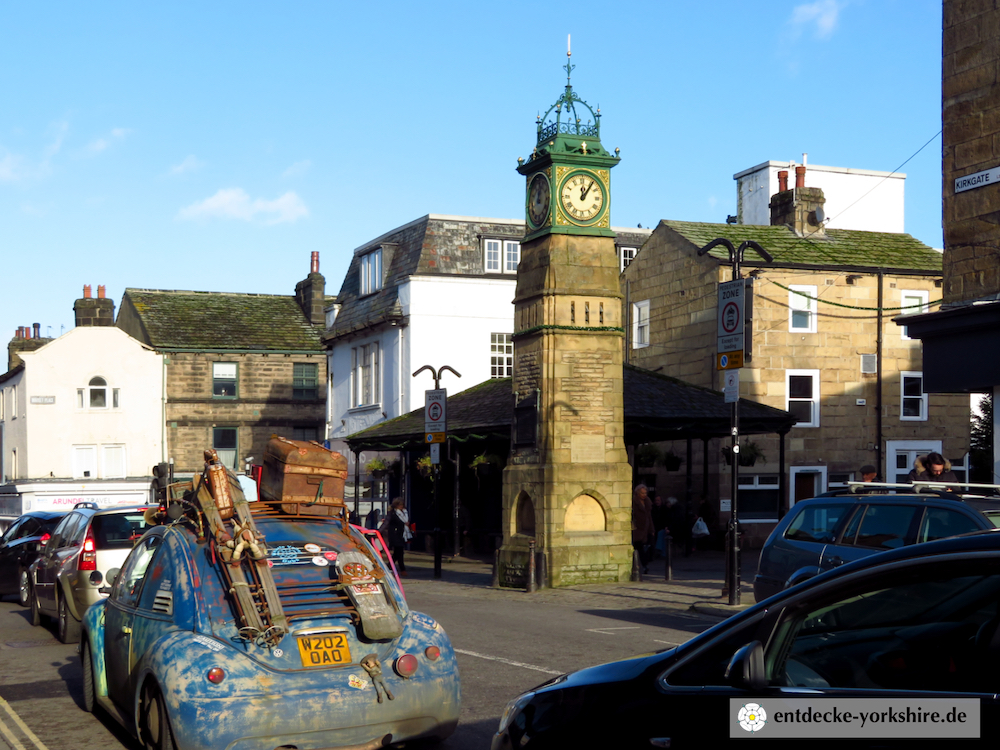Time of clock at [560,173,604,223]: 12:06
